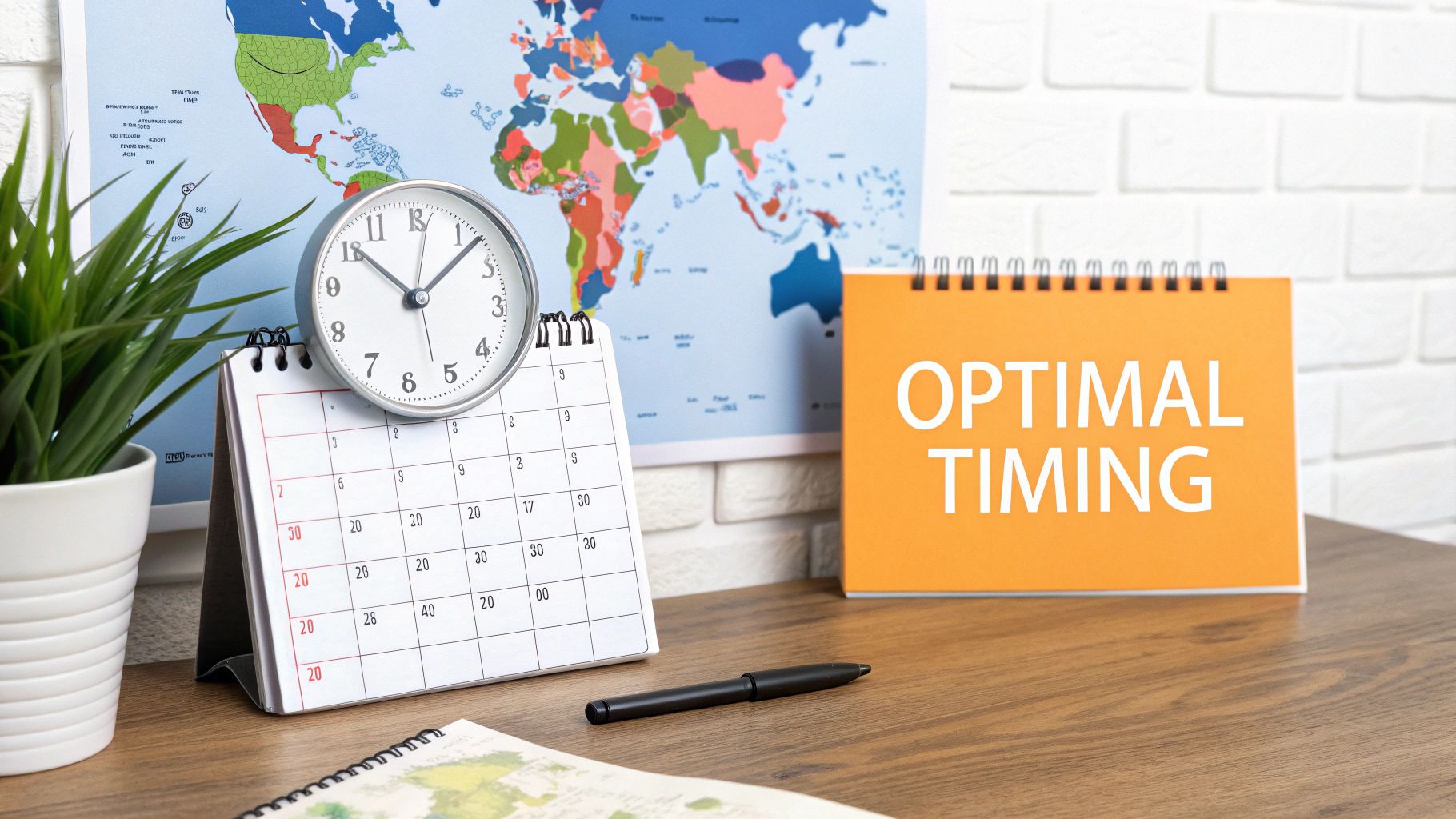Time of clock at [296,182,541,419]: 10:07
